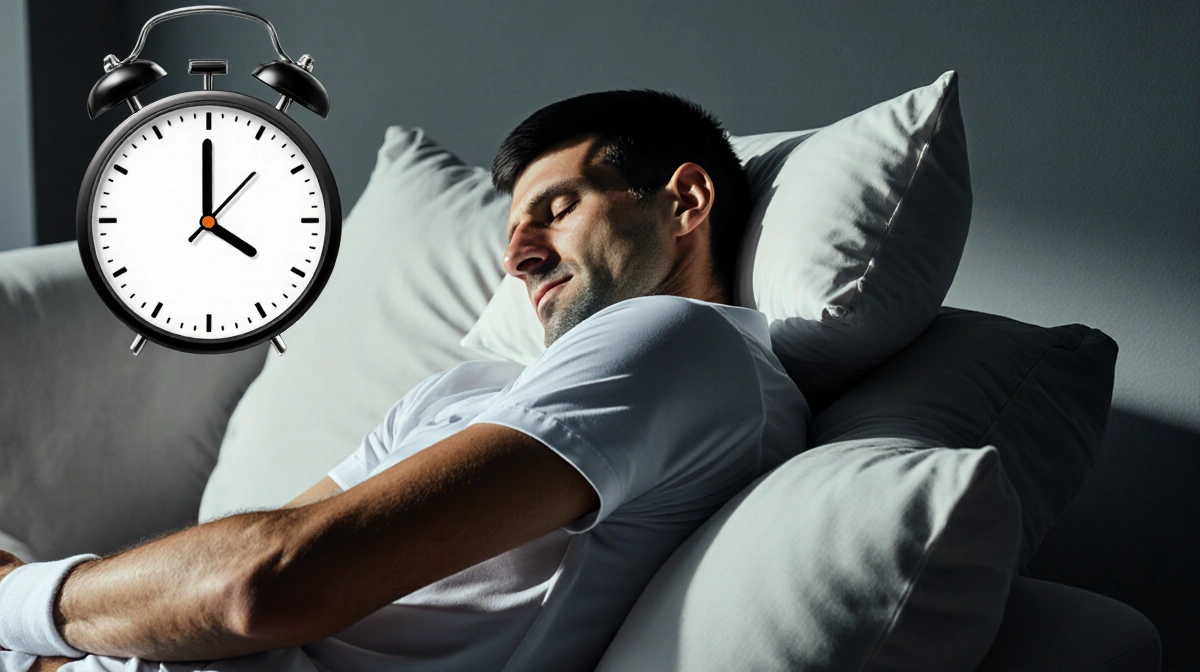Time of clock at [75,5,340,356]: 4:00
